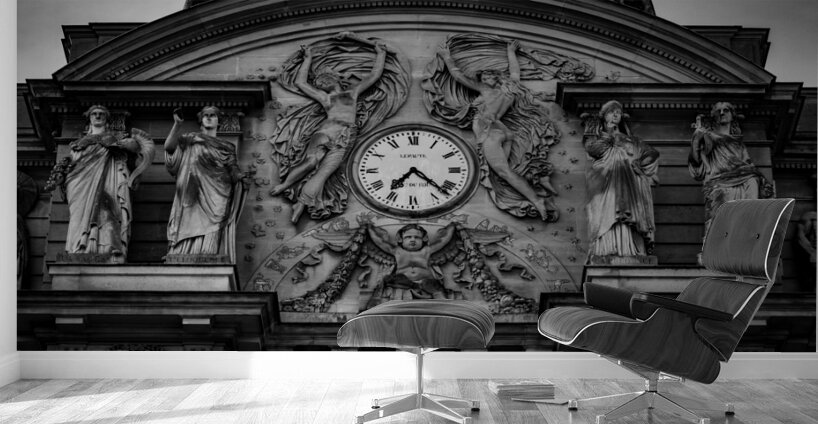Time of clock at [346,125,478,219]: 7:22
